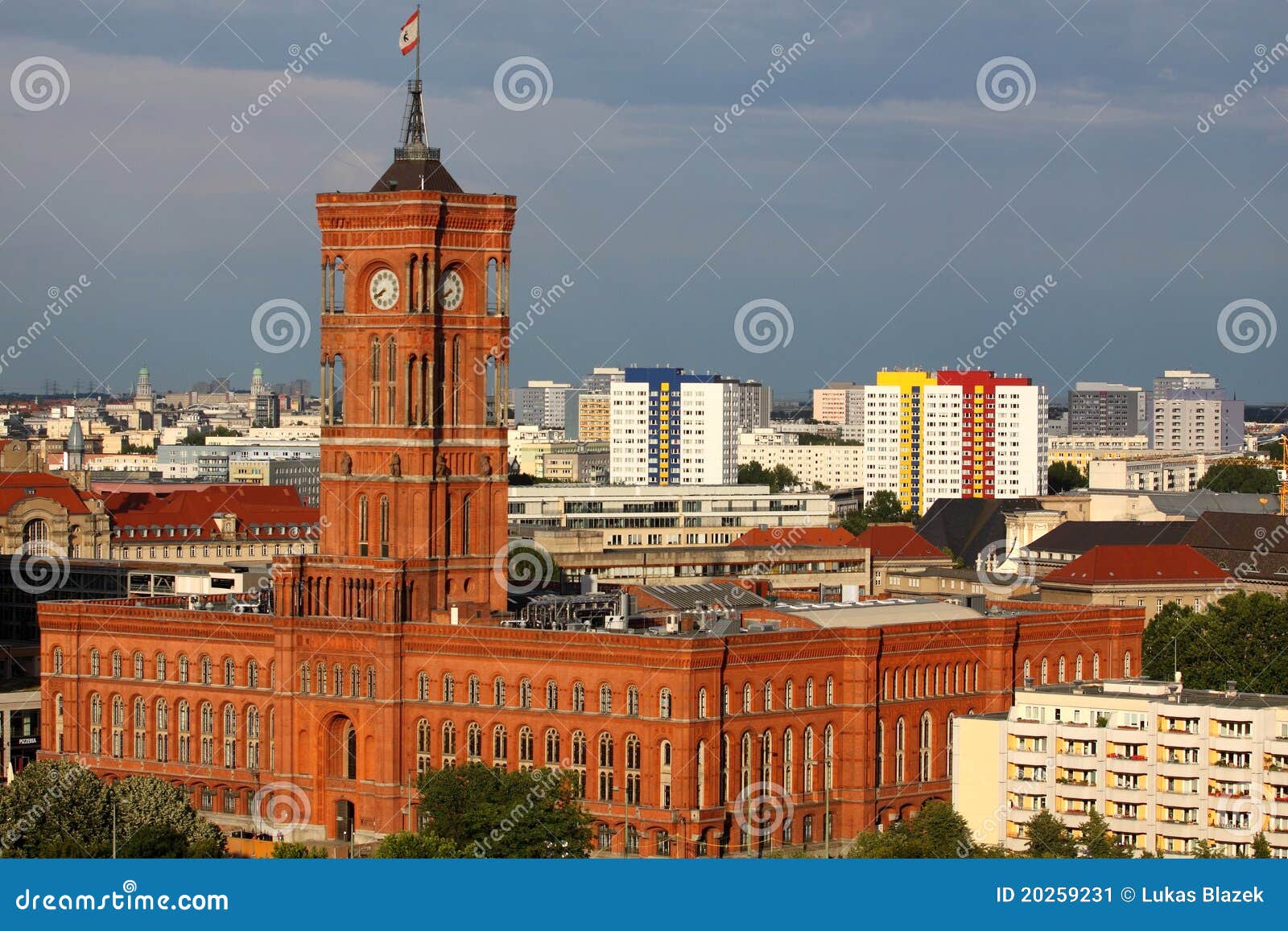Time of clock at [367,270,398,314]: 7:40
